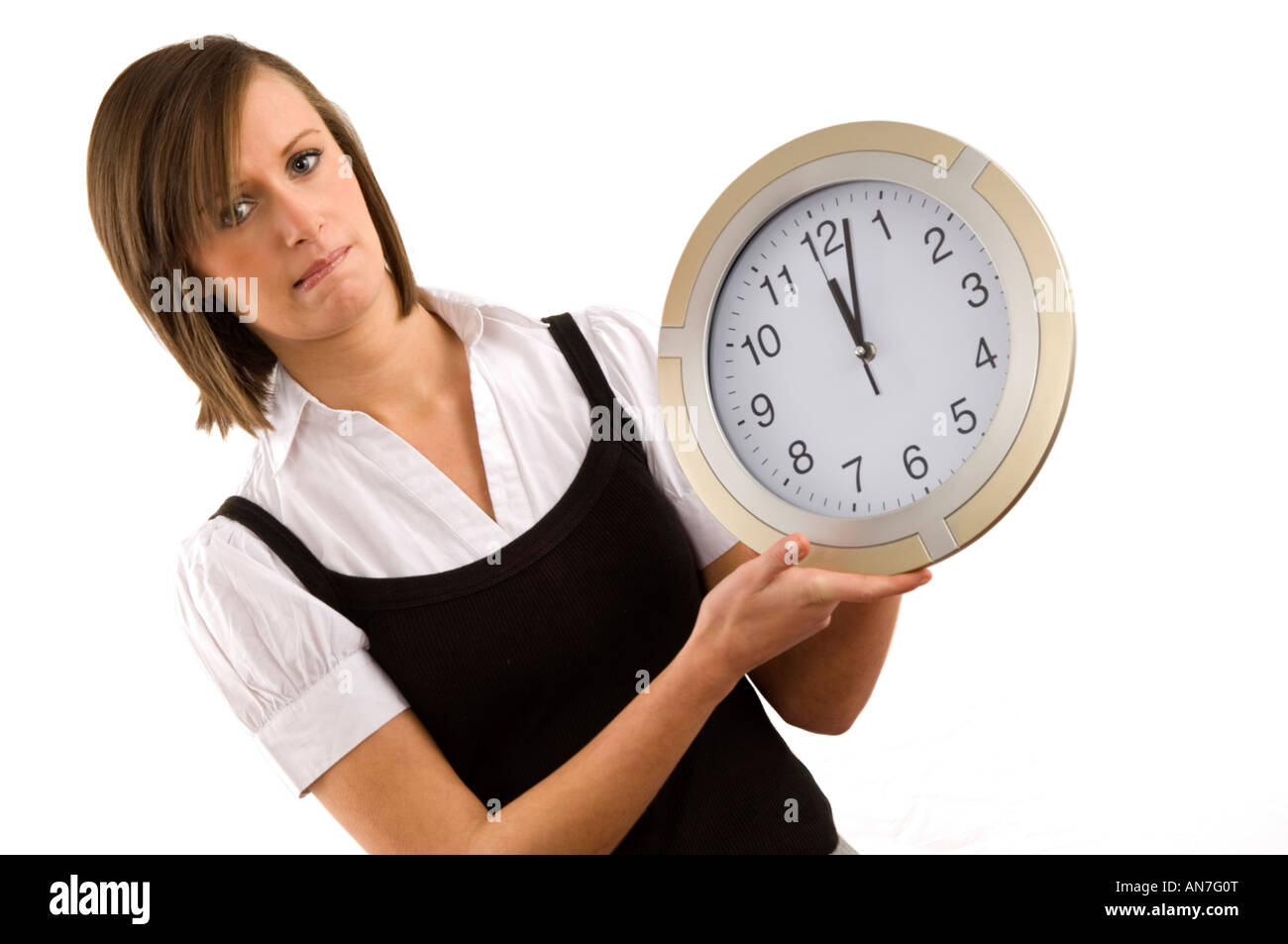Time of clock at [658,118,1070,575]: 12:02
